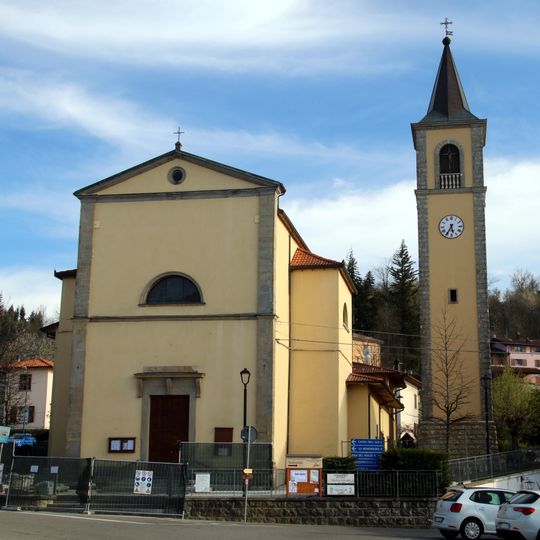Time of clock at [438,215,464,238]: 5:35
